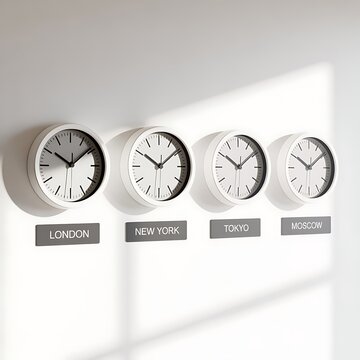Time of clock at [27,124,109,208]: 10:08
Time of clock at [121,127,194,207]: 10:08
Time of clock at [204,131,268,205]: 10:08
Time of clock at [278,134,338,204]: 10:08
